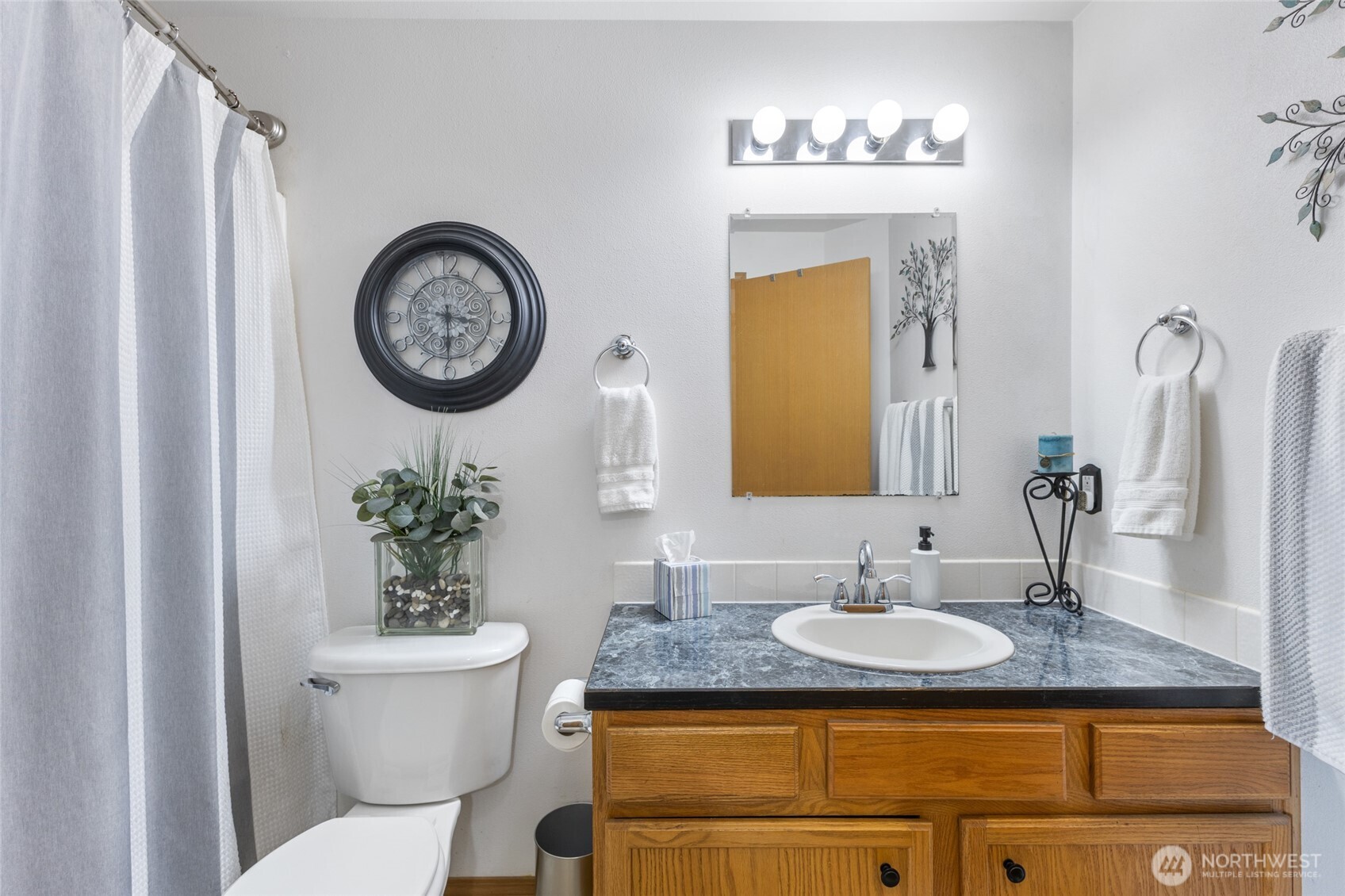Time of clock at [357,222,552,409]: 3:29
